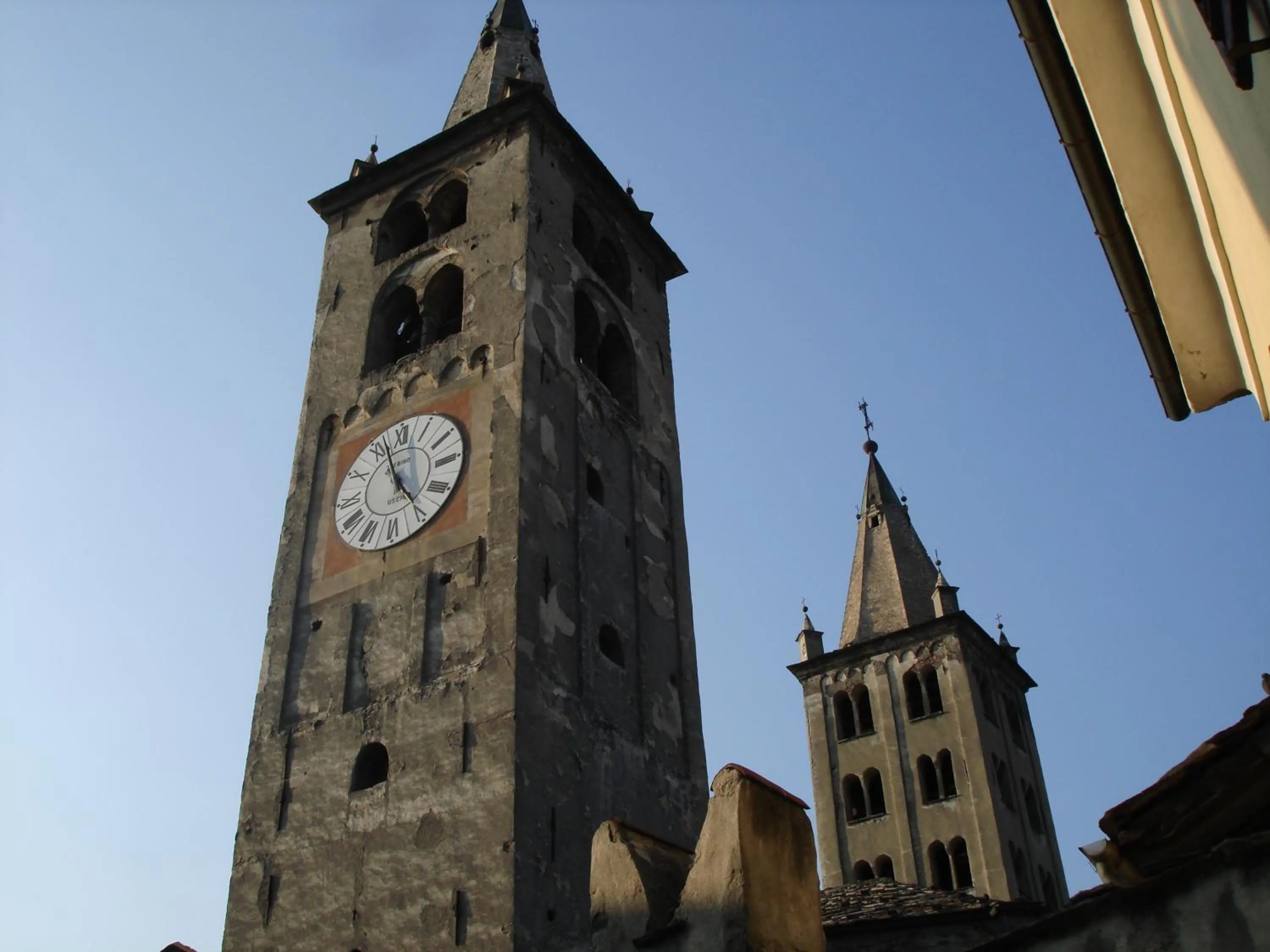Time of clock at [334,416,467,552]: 4:56
